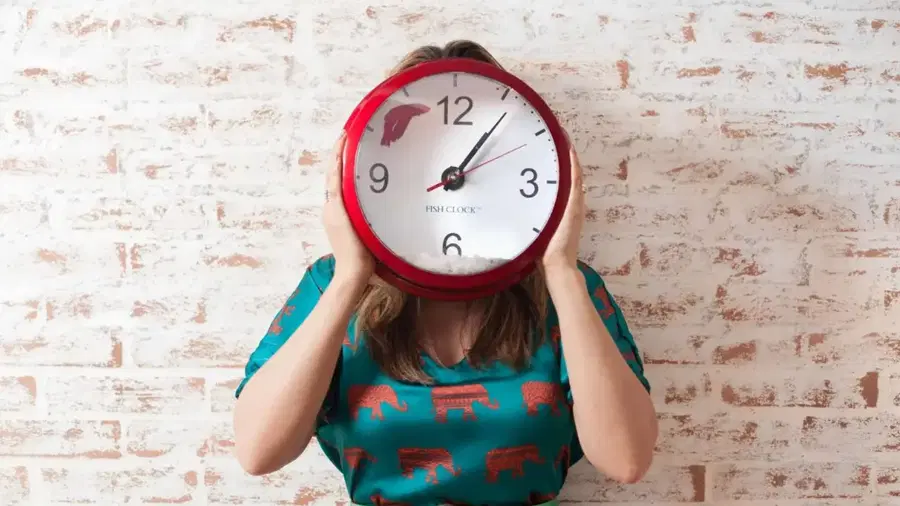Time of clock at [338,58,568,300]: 1:06
